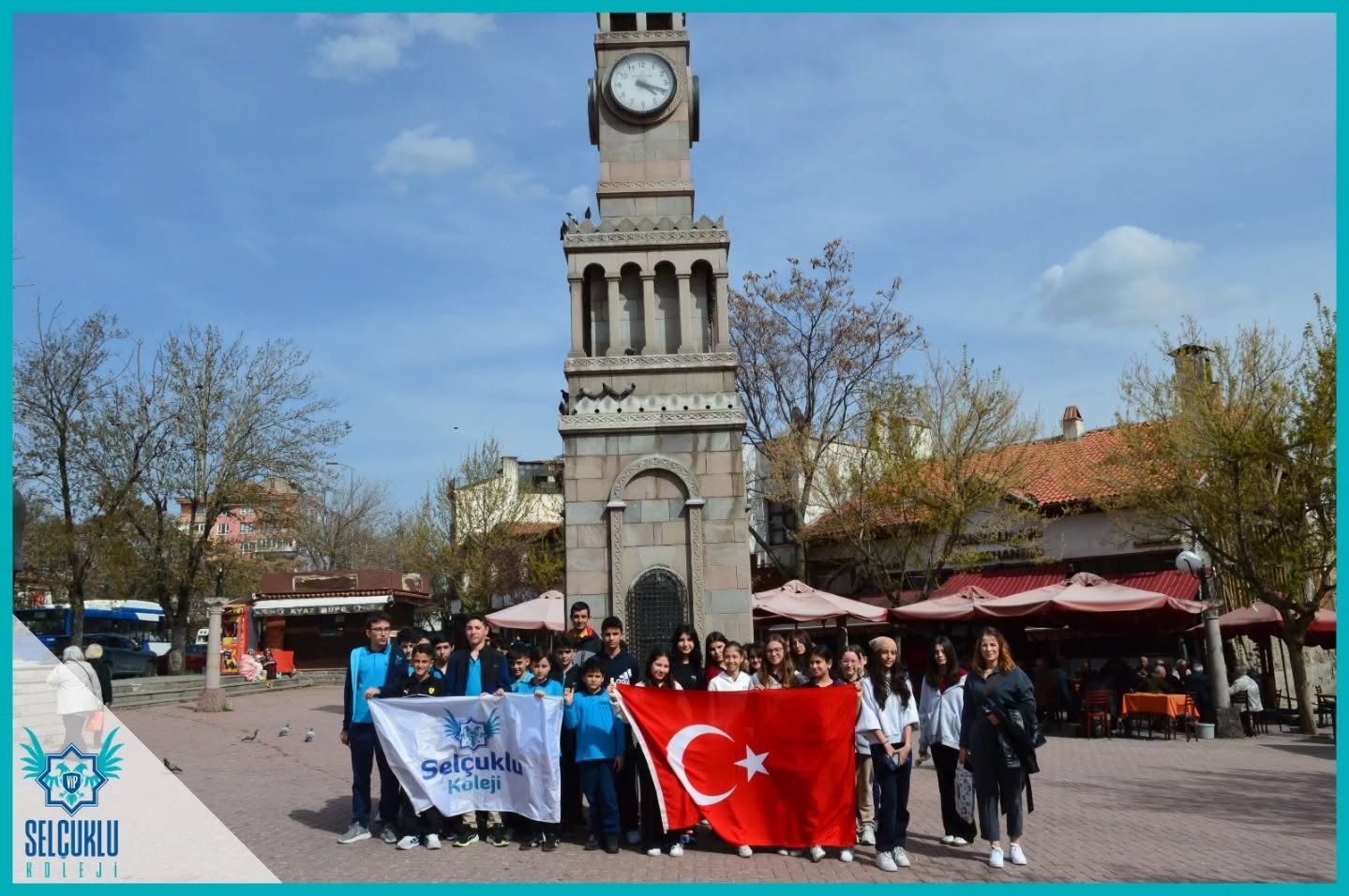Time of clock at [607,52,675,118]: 4:18
